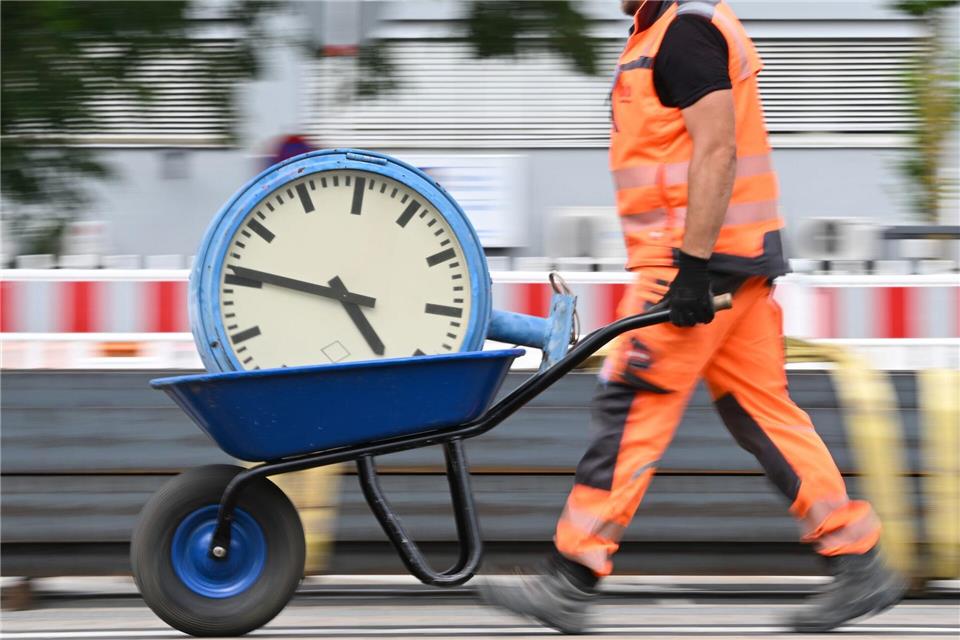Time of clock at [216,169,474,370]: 4:46
